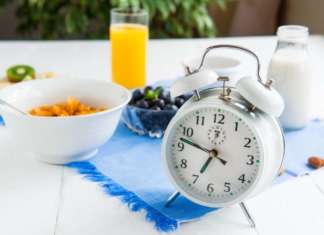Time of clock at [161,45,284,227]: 6:47
